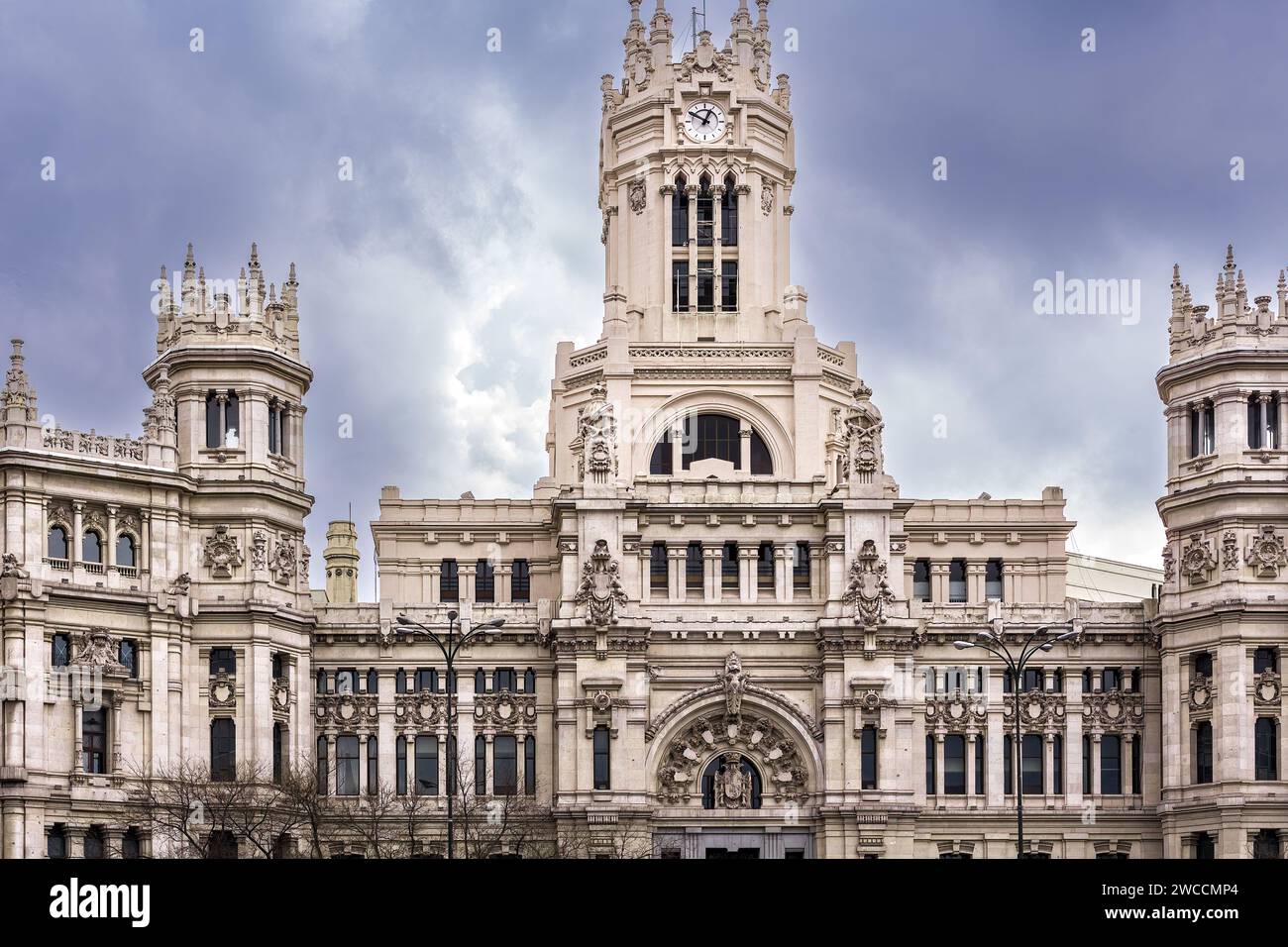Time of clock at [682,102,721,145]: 12:49
